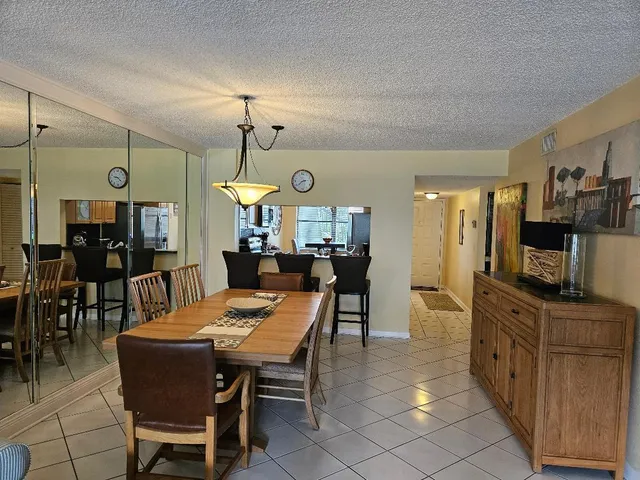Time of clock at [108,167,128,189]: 9:22
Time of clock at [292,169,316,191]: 2:38
